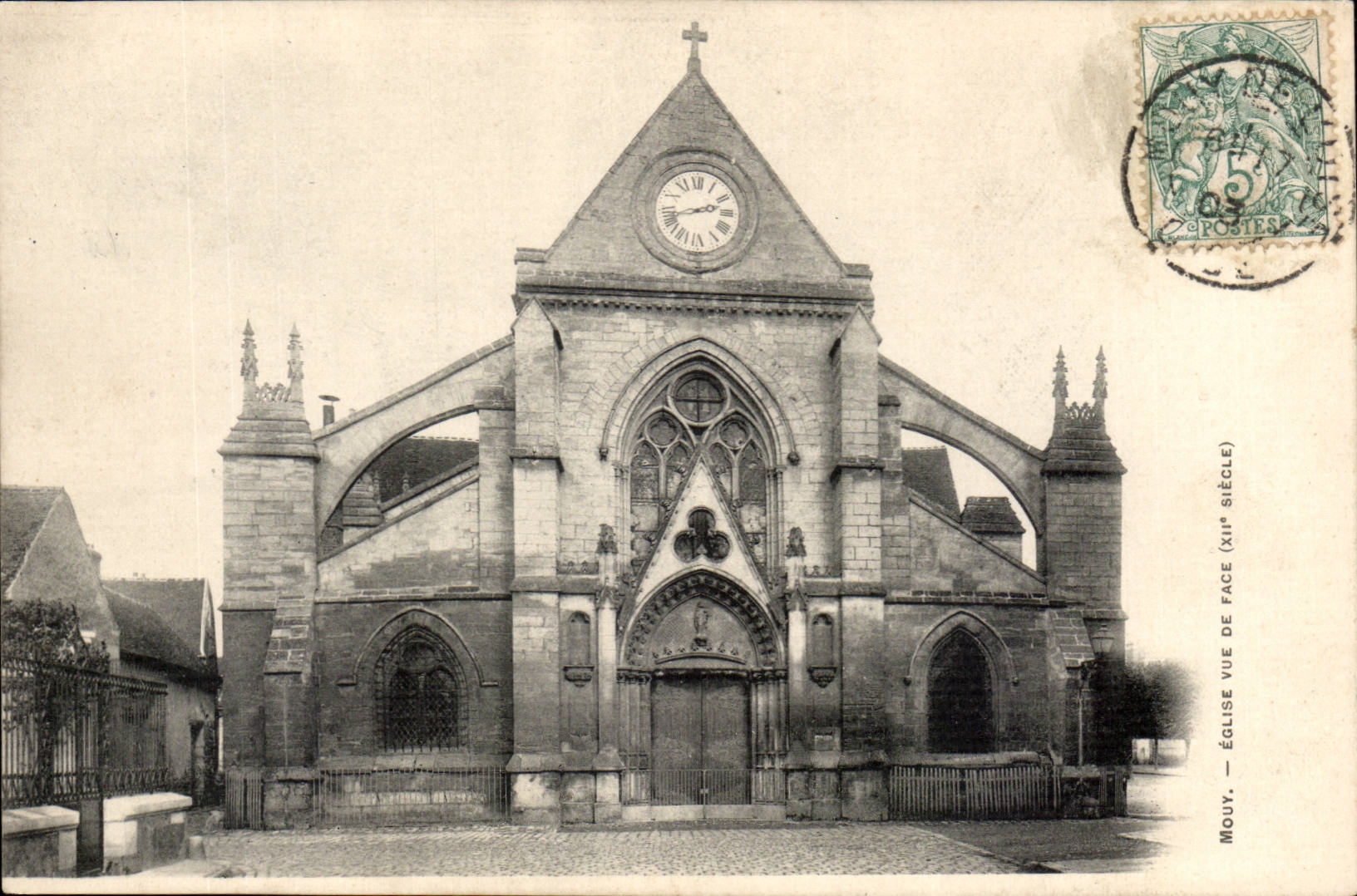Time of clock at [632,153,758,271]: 2:42
